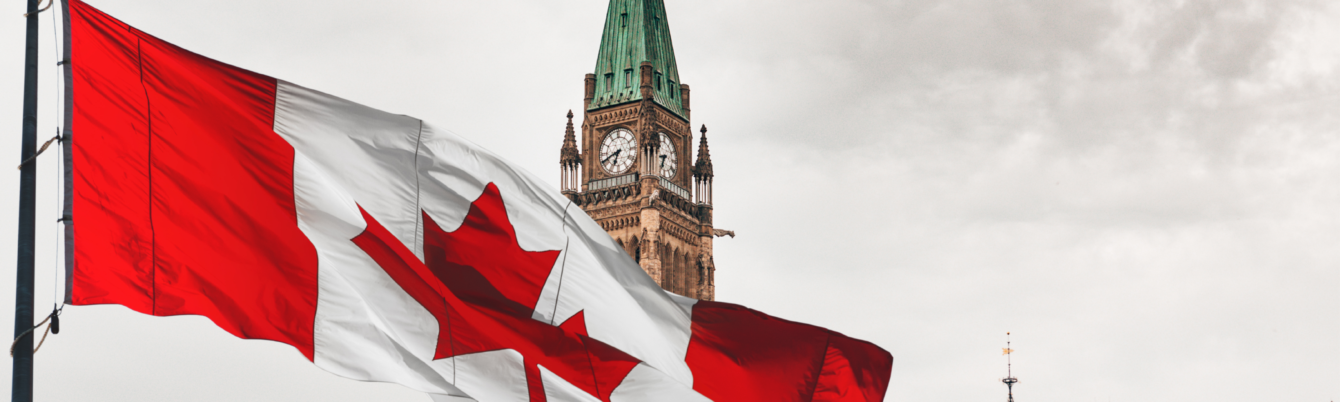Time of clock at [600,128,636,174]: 6:41
